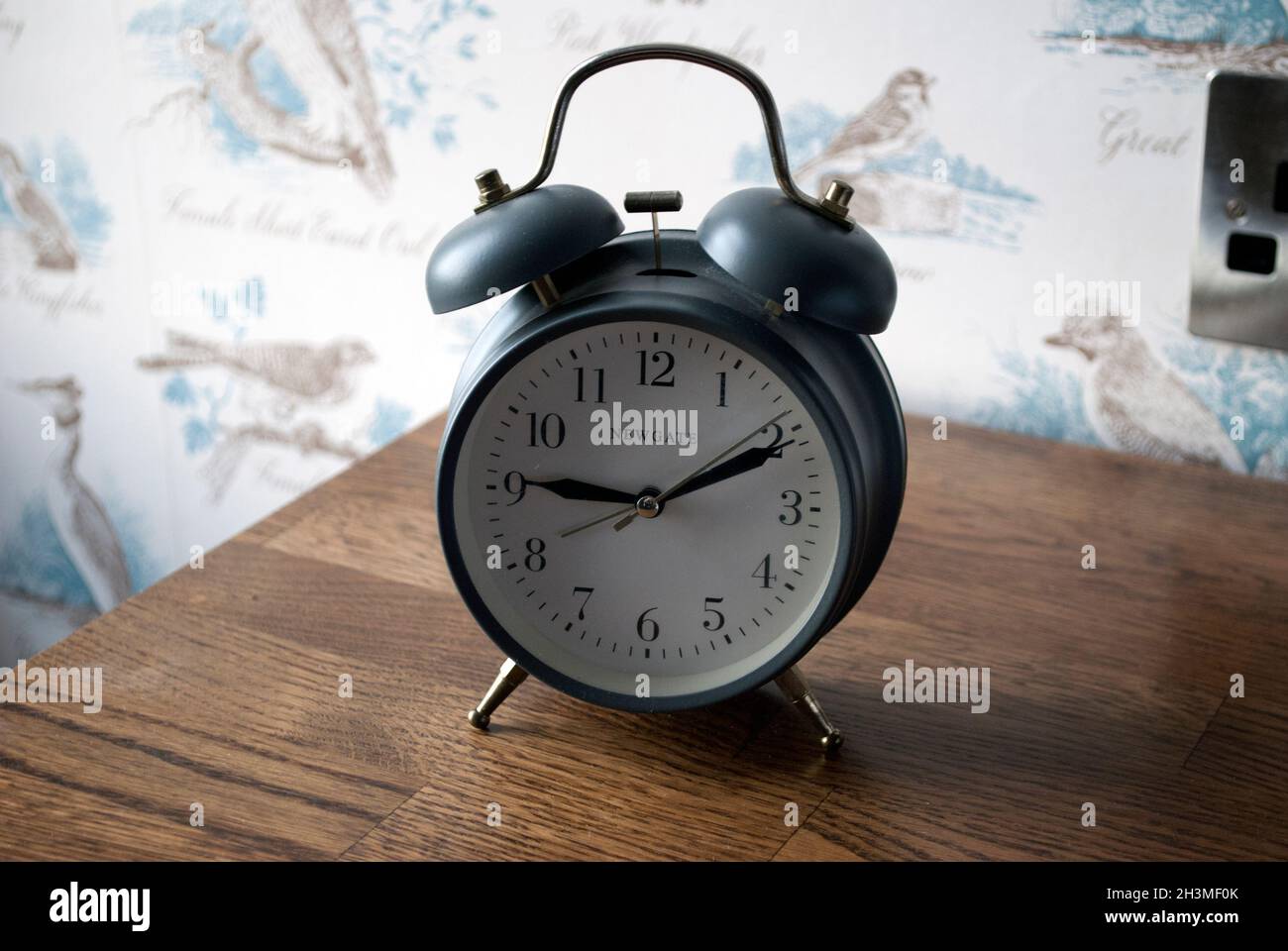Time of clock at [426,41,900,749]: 9:10
